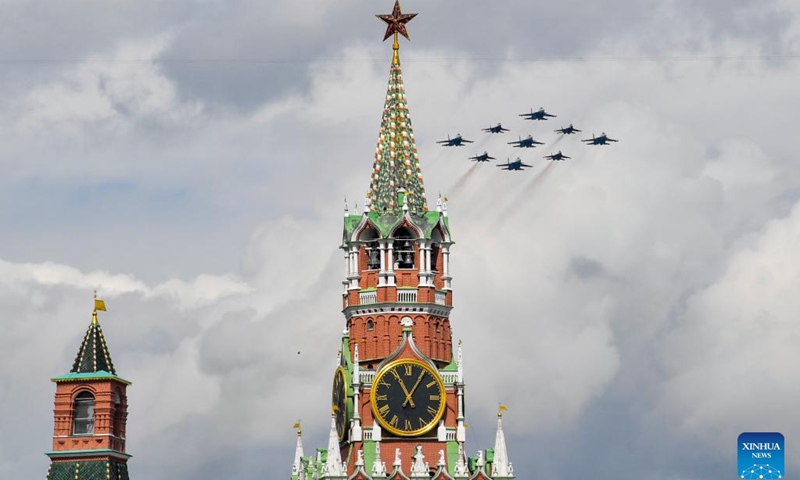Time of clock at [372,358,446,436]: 11:05
